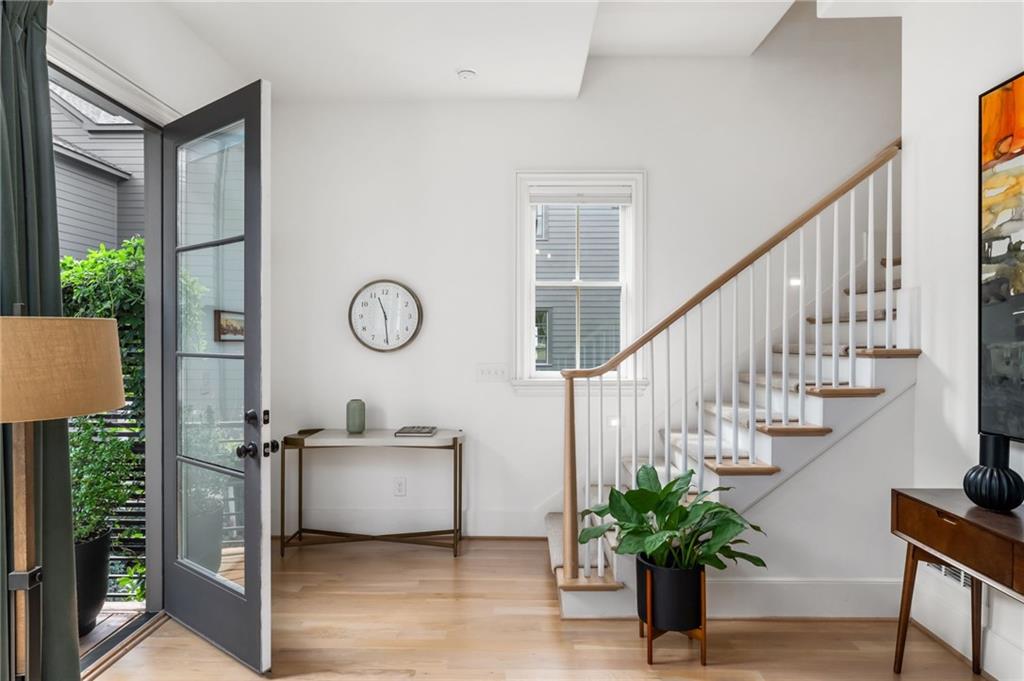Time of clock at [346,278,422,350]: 11:29
